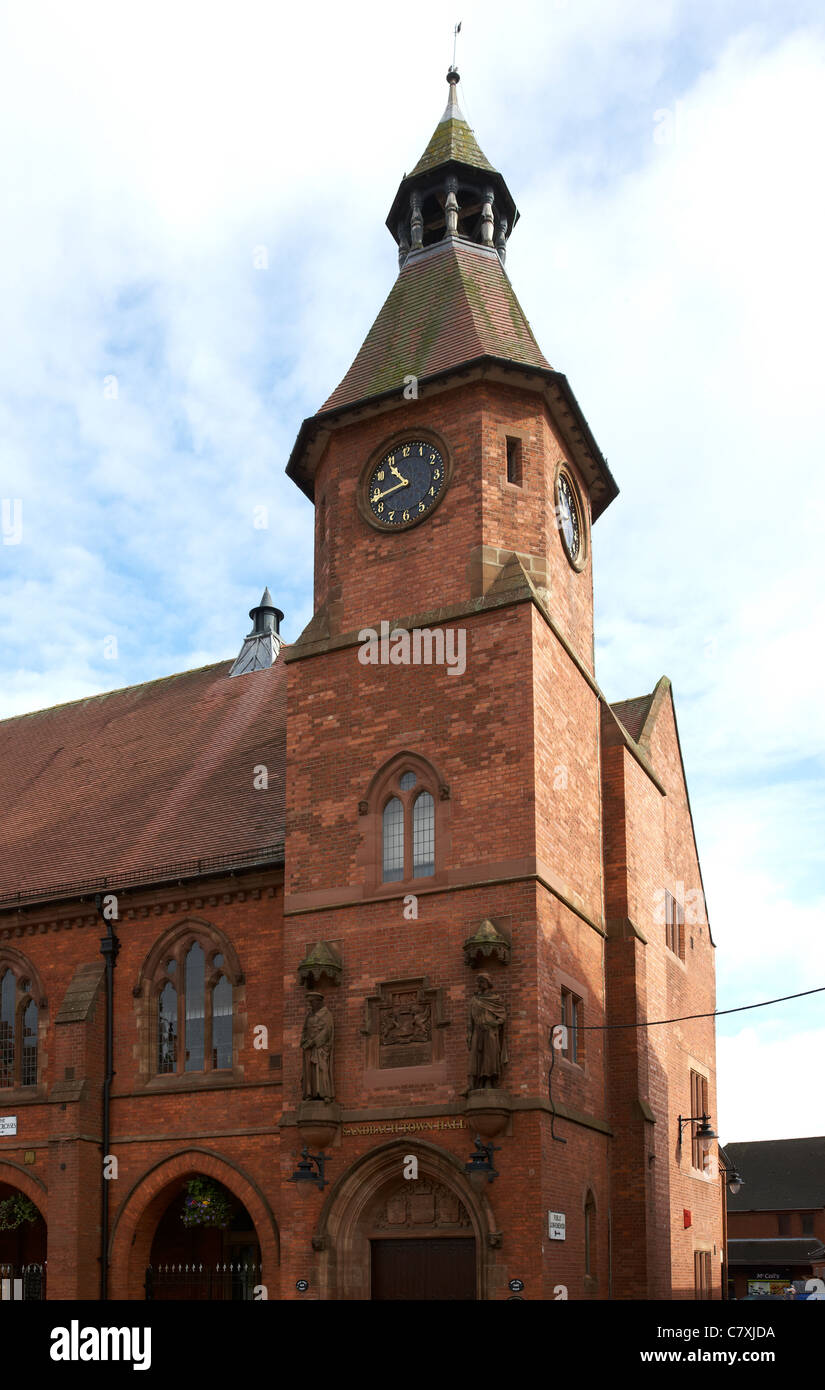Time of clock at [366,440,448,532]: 10:43
